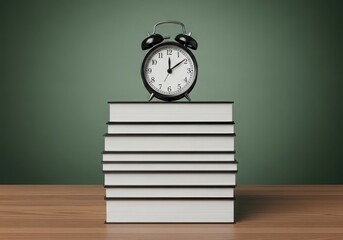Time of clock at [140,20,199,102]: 12:09
